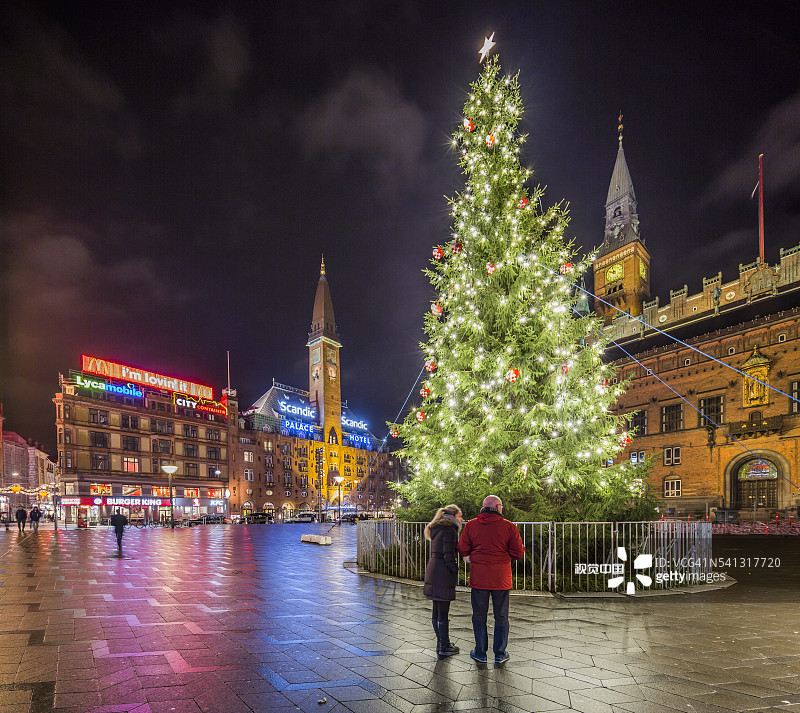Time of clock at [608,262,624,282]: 9:57
